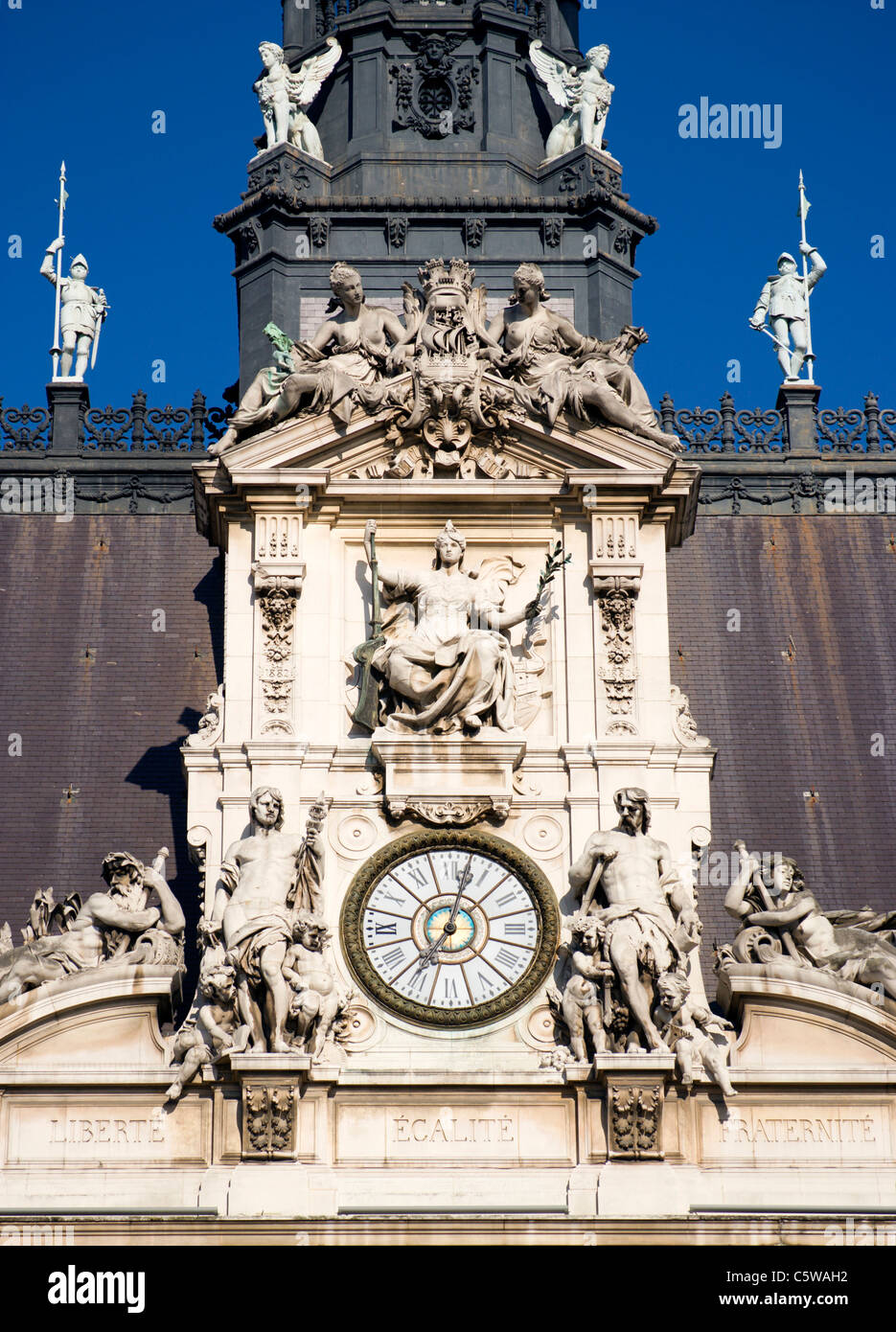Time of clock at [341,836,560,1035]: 7:02
